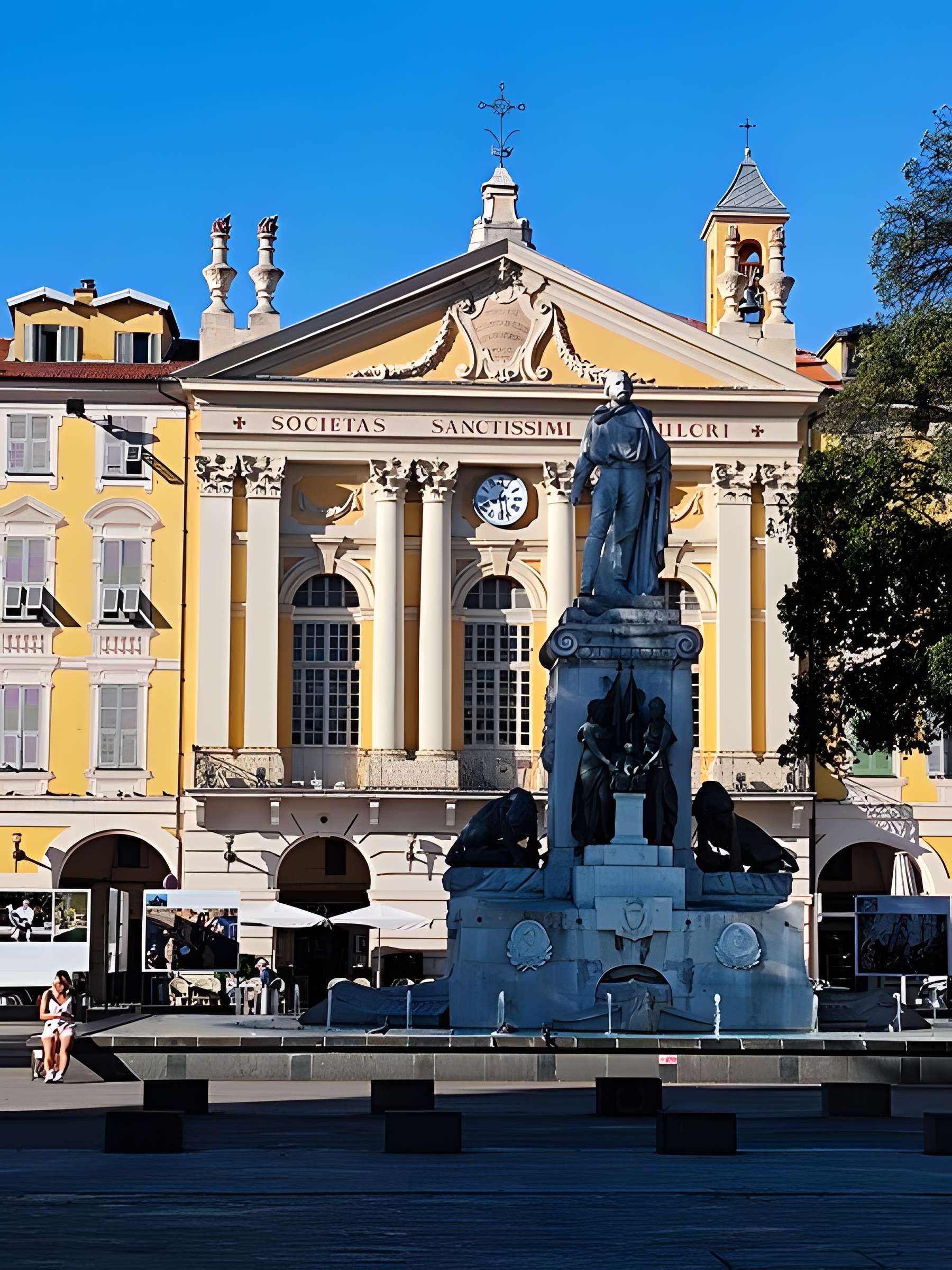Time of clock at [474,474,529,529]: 12:28
